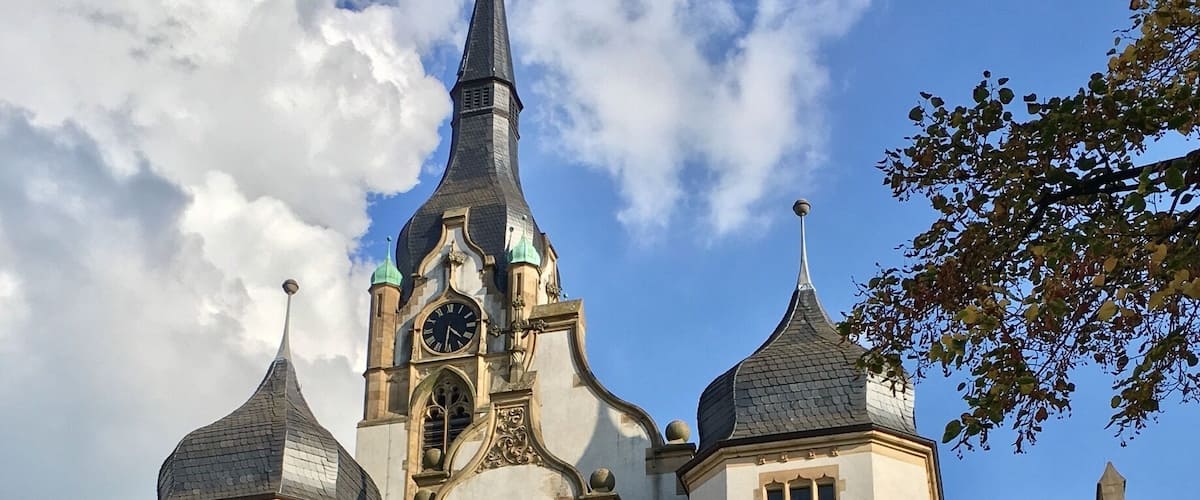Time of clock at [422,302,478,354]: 4:31
